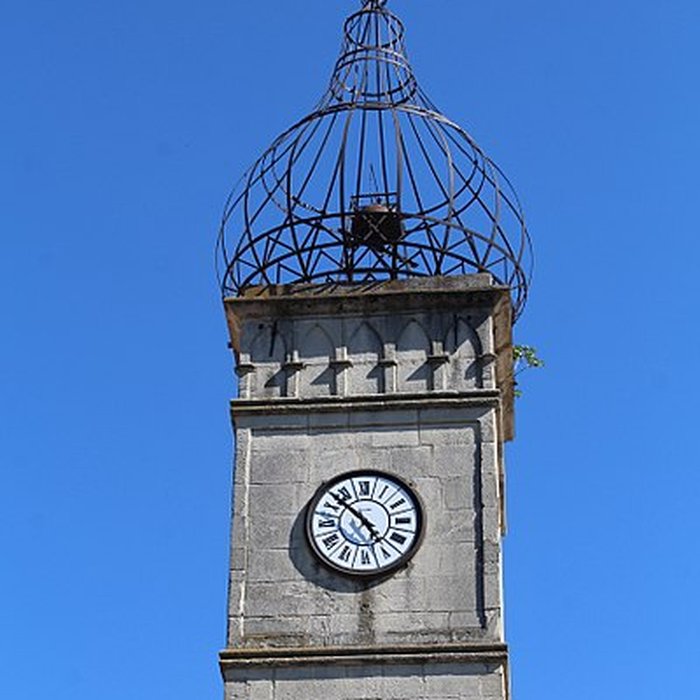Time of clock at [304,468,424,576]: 4:52
